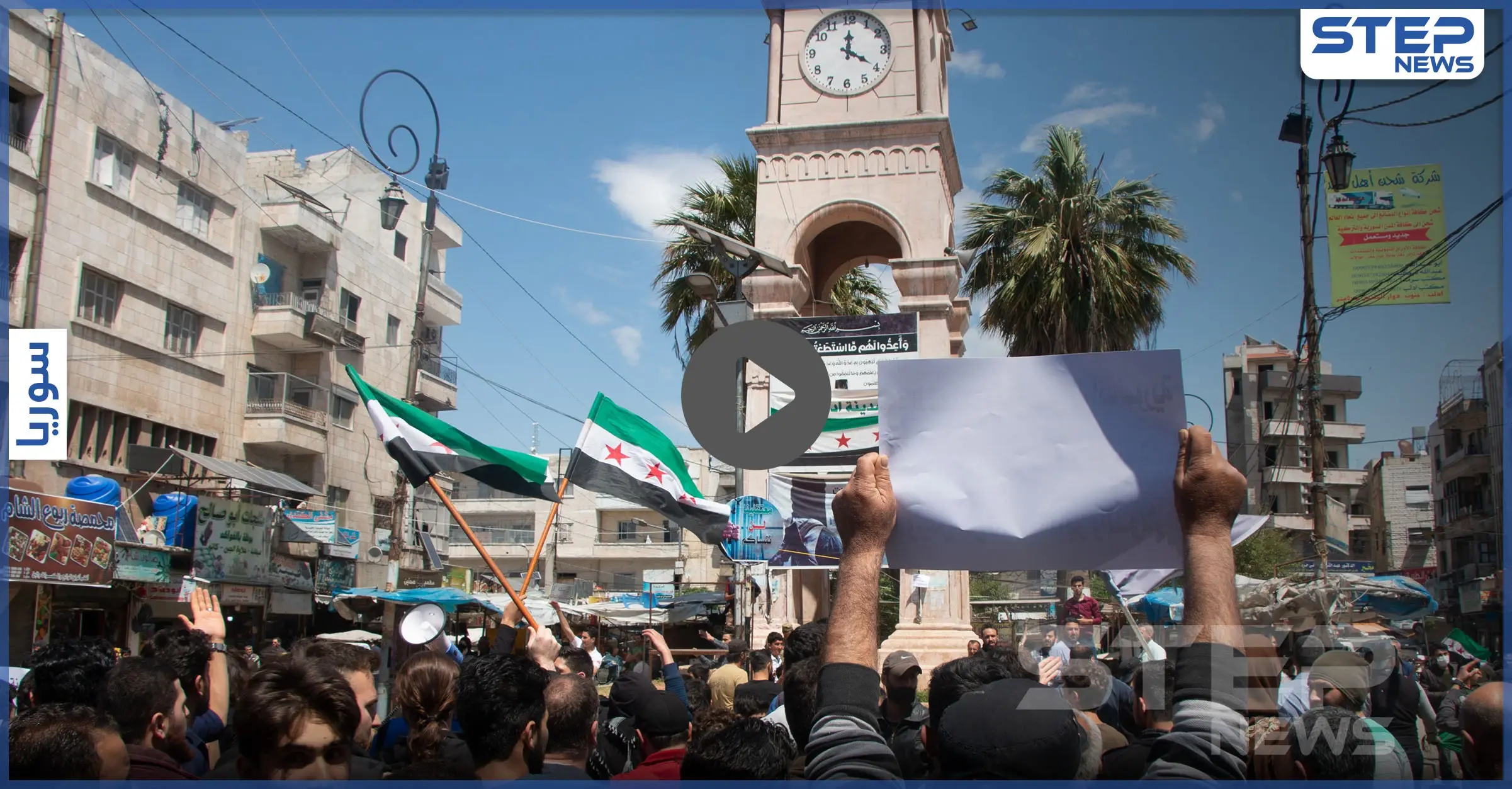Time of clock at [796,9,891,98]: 4:00
